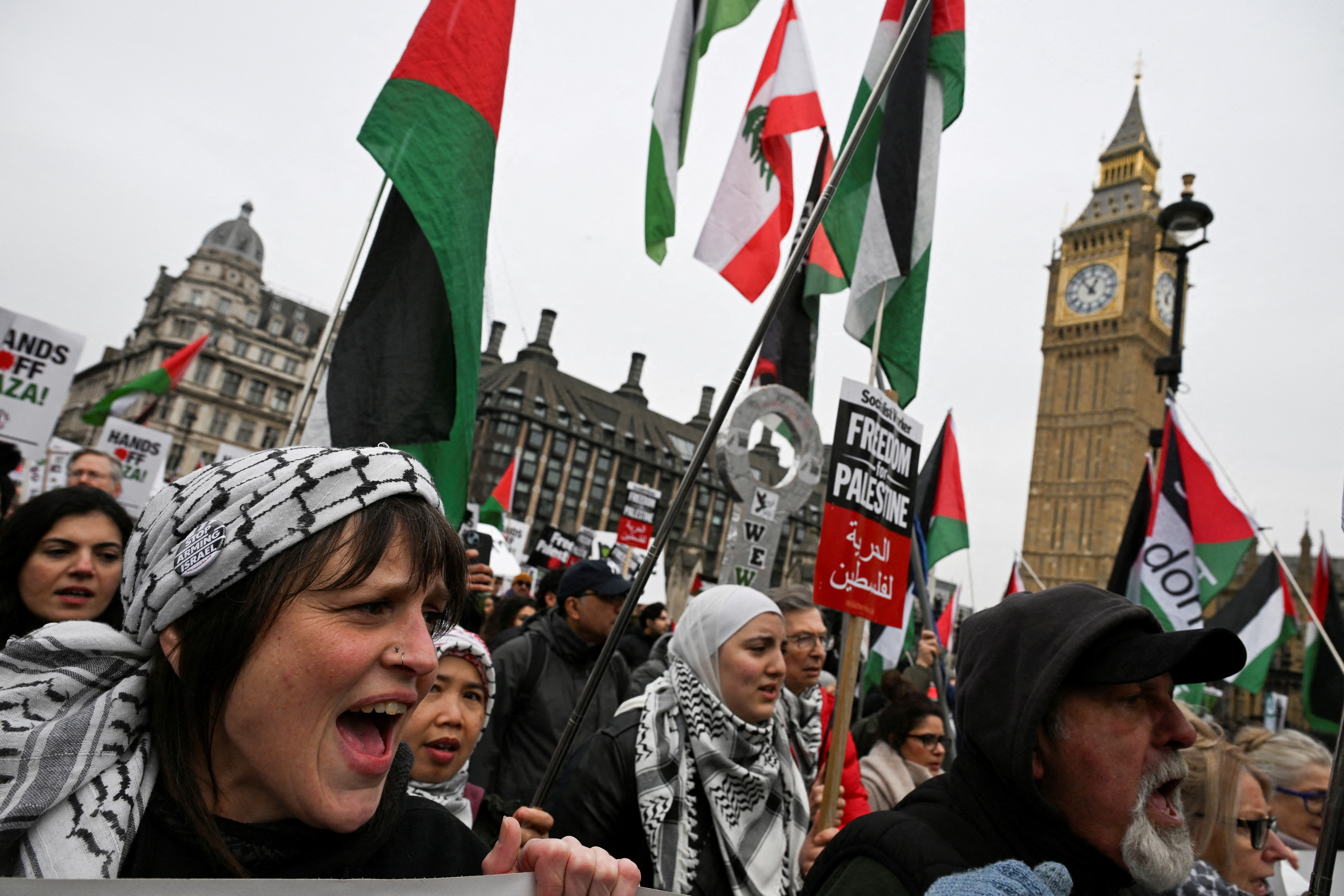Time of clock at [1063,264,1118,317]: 12:53
